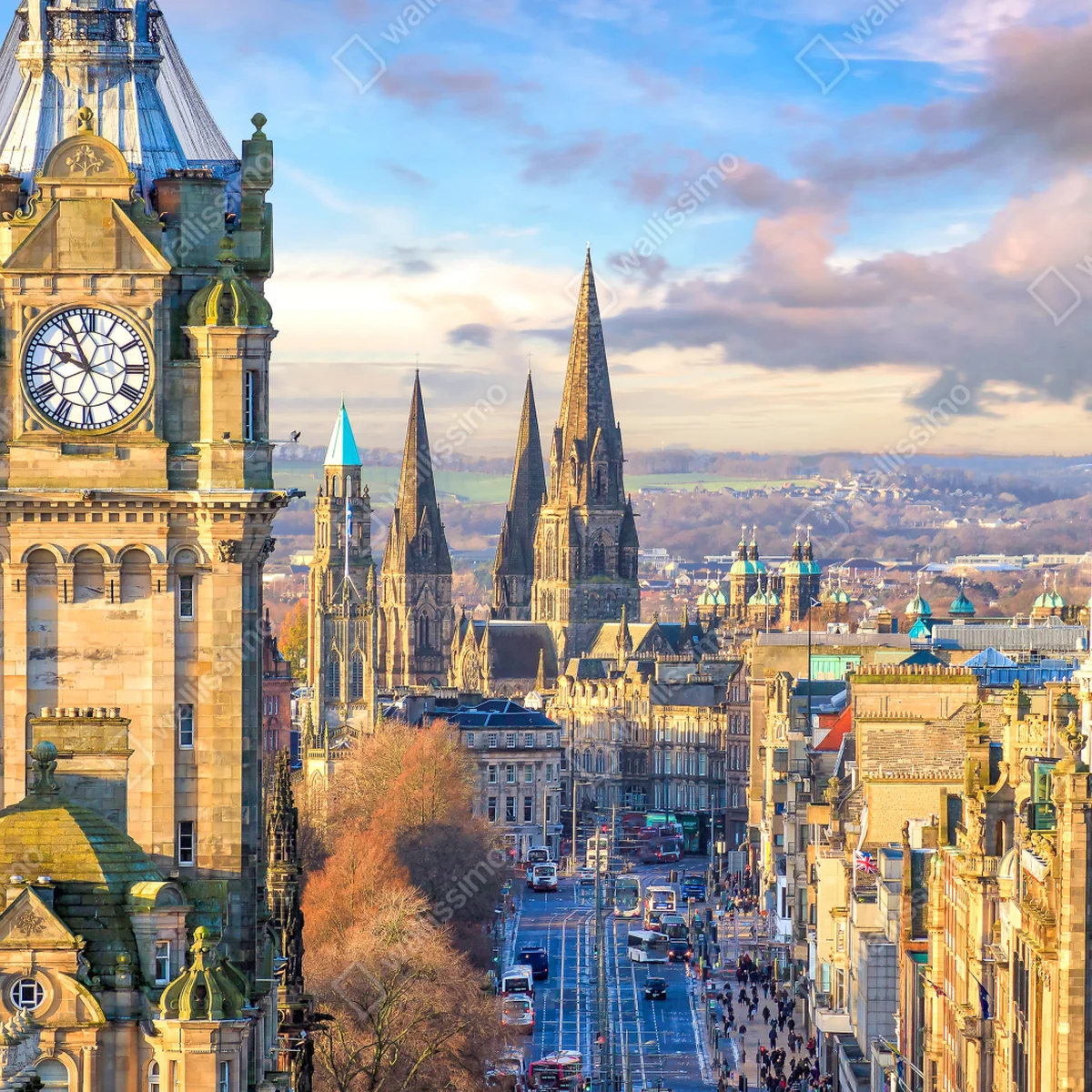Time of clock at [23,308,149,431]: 9:55
